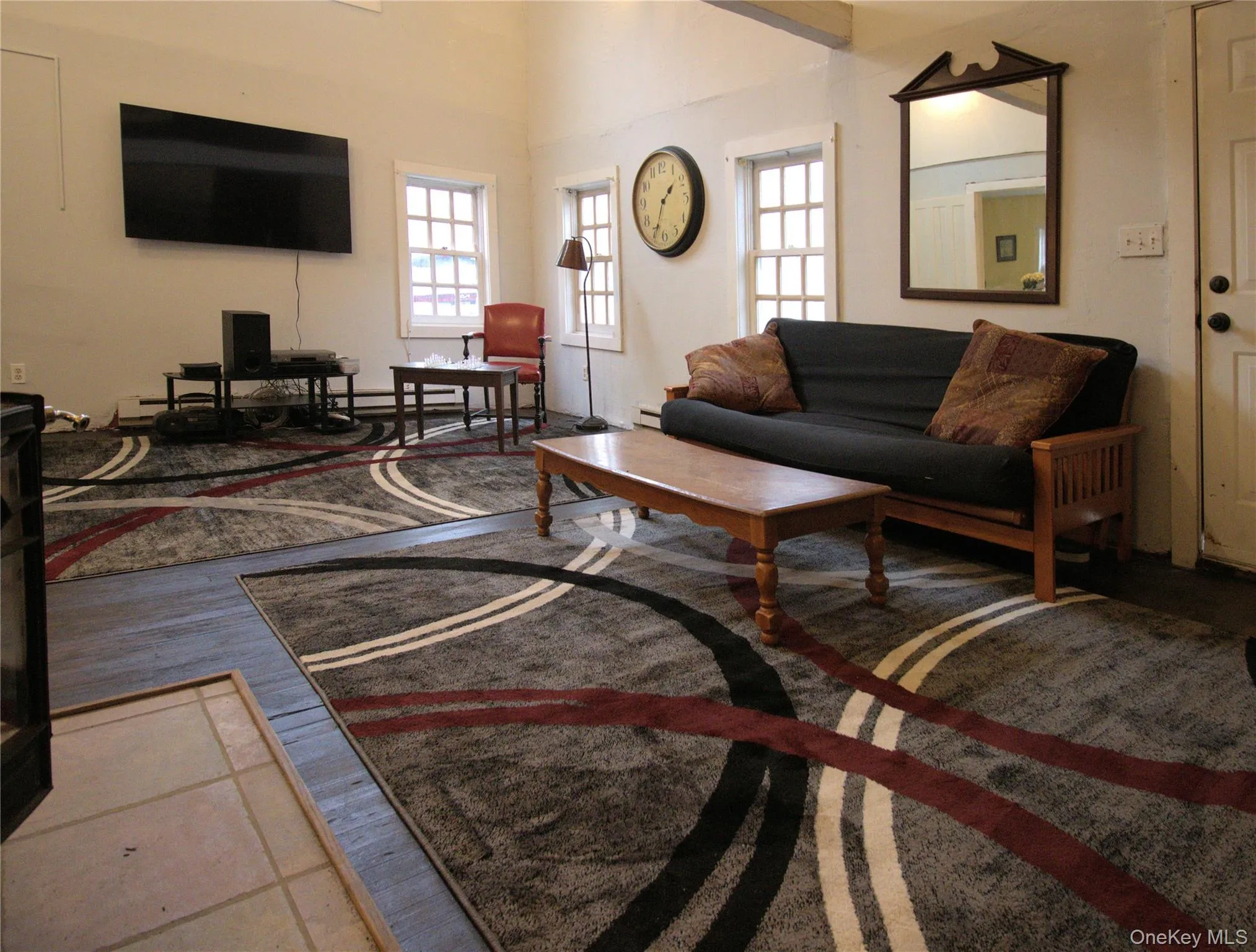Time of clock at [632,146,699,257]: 1:34
